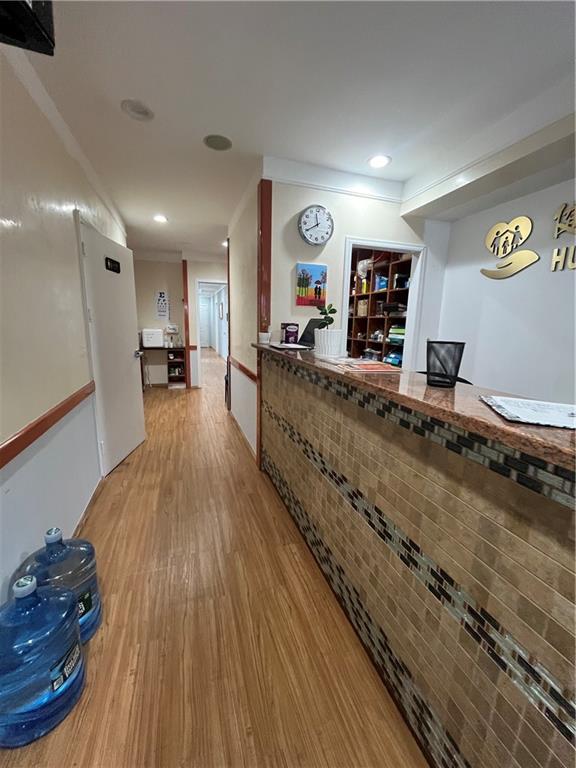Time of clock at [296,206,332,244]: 11:40
